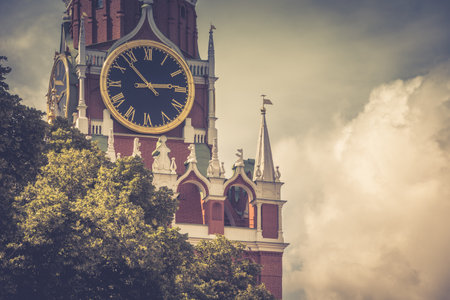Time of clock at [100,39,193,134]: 2:53
